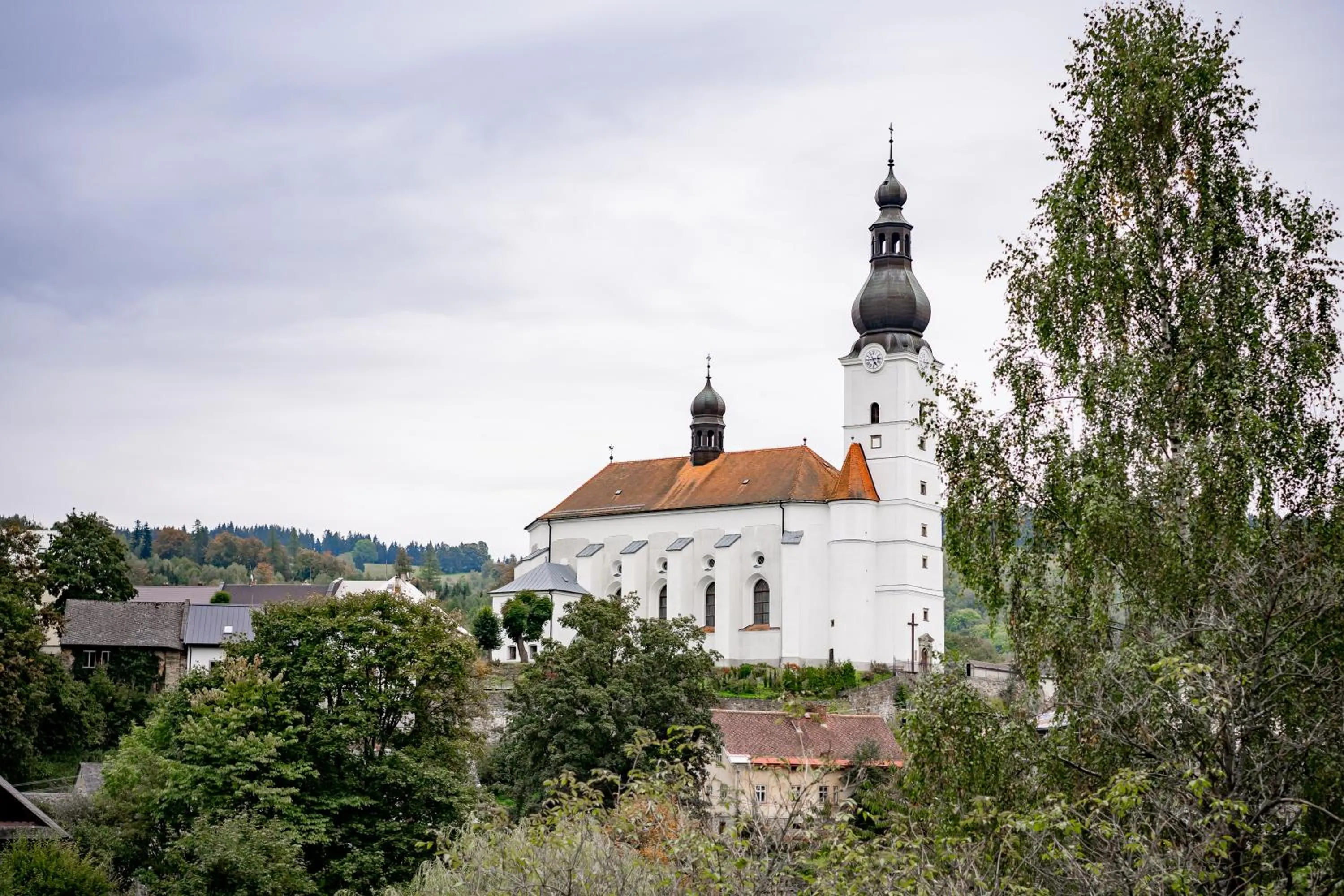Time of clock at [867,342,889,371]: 5:14
